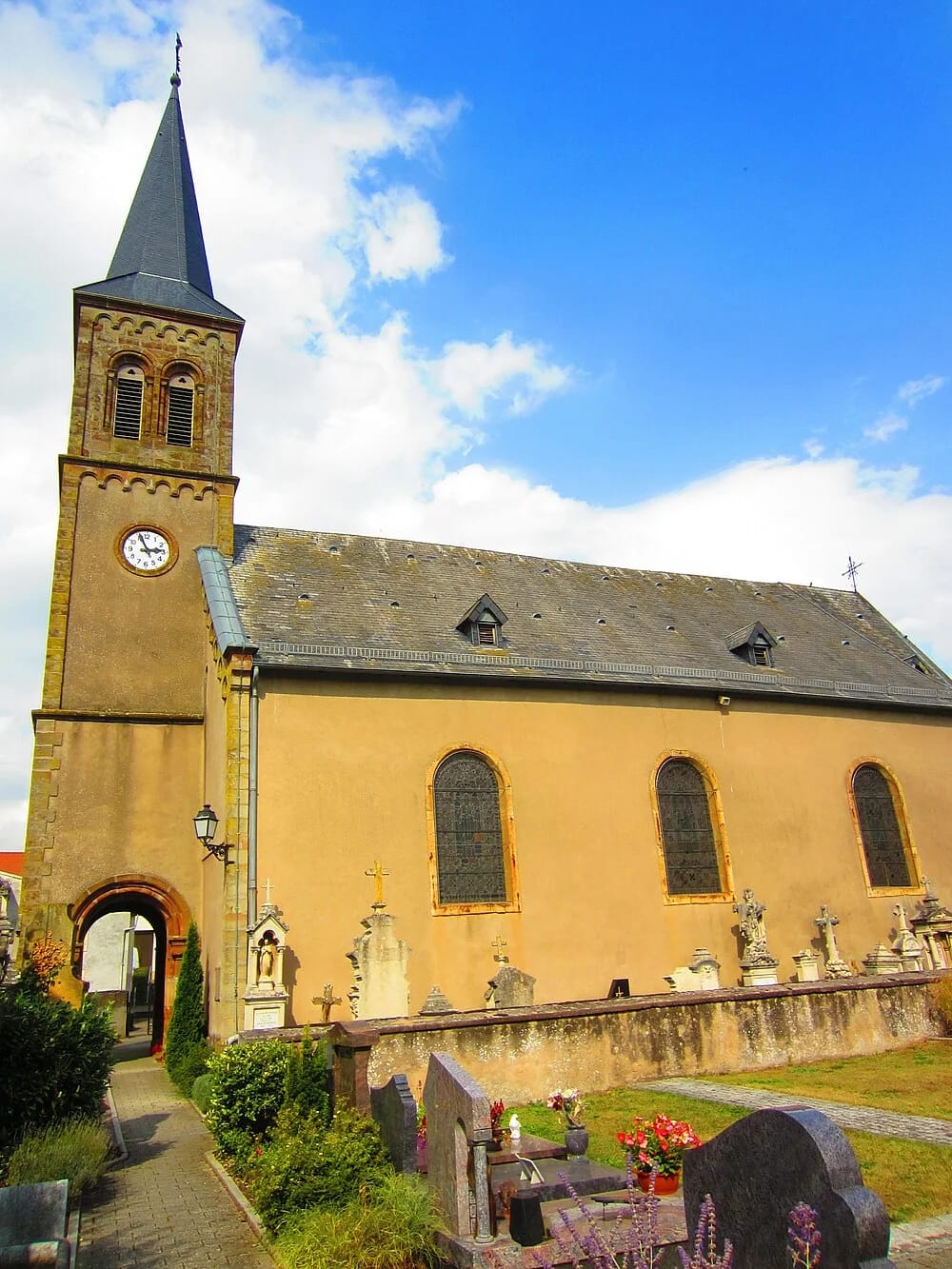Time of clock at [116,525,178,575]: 2:56
